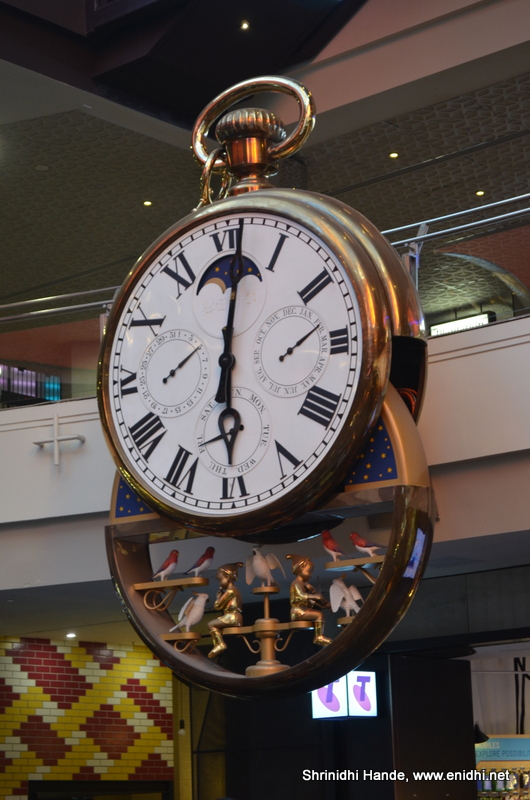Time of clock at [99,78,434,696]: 6:01
